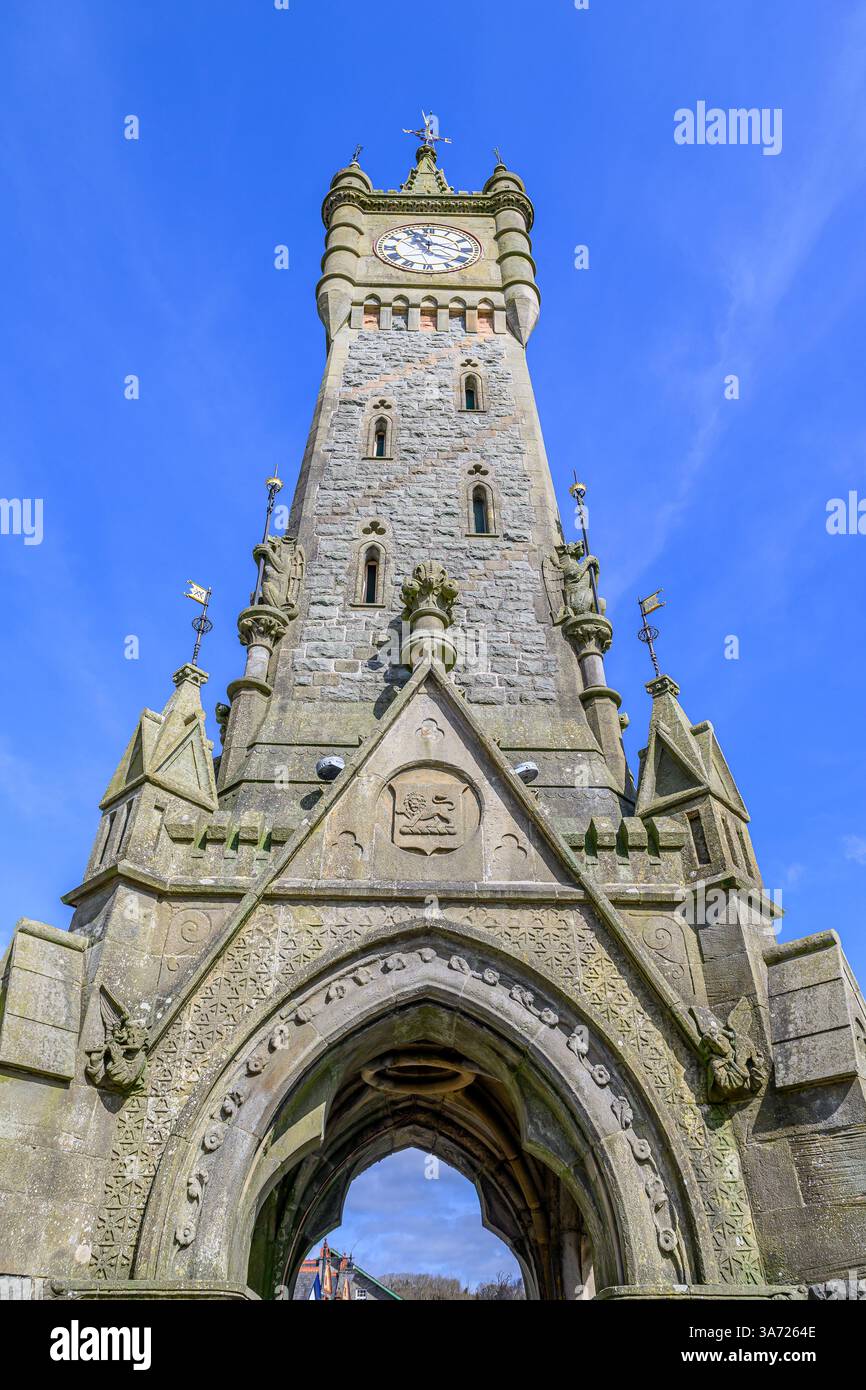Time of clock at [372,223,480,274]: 11:17
